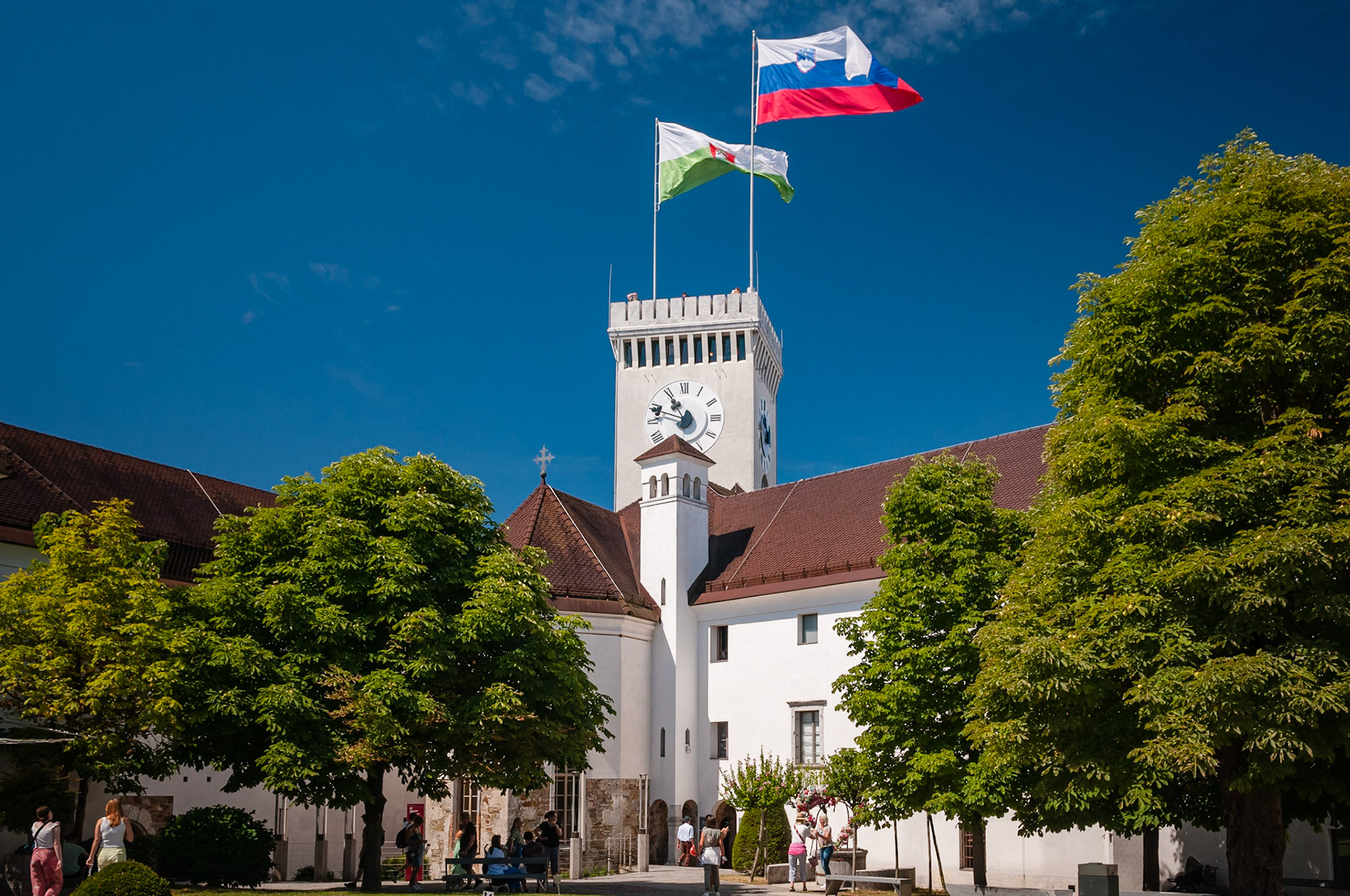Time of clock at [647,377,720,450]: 10:48
